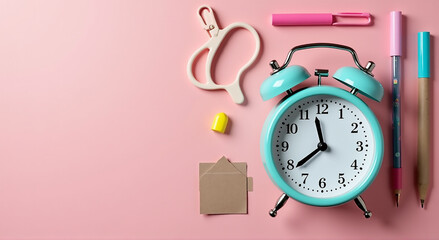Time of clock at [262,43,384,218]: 11:38
